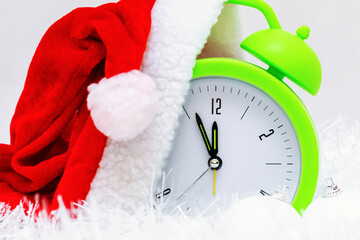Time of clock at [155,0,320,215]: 11:55
